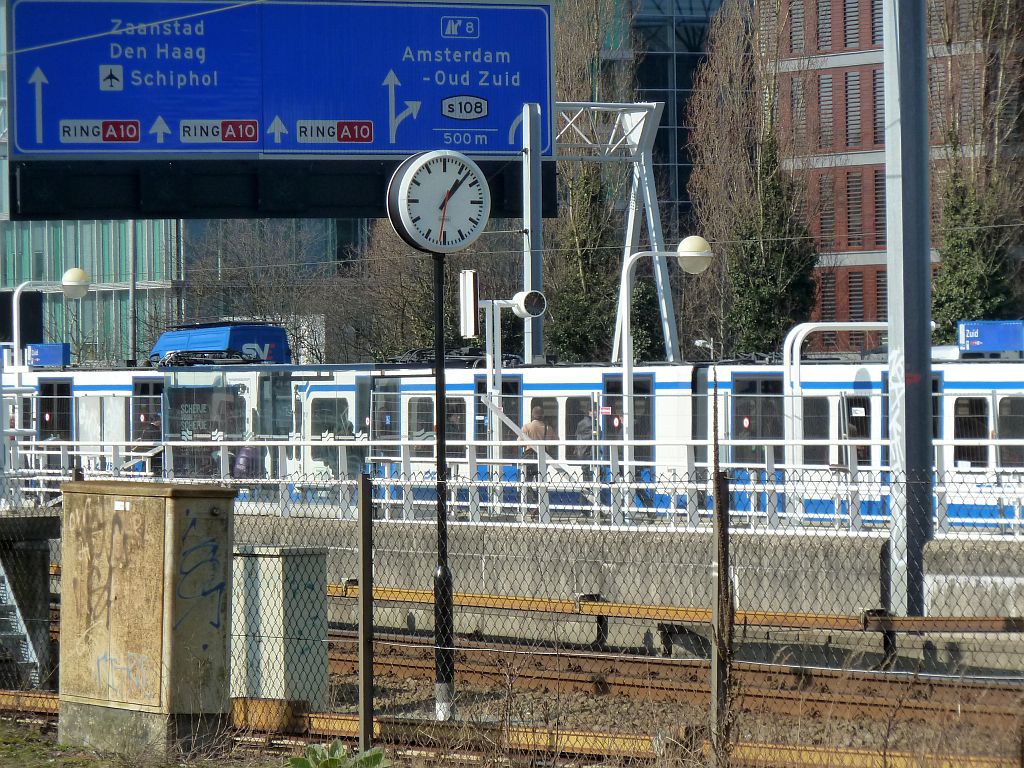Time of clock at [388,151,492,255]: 1:07
